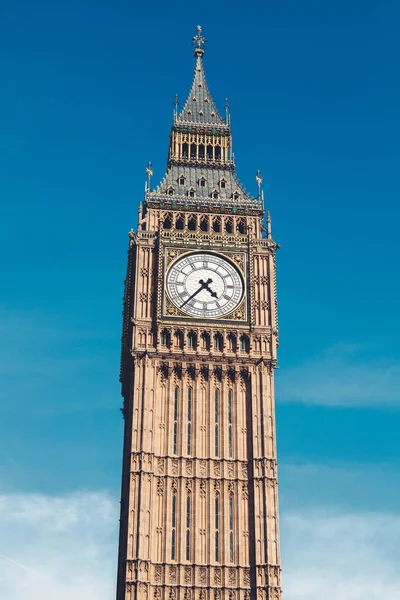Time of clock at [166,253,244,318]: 4:37
